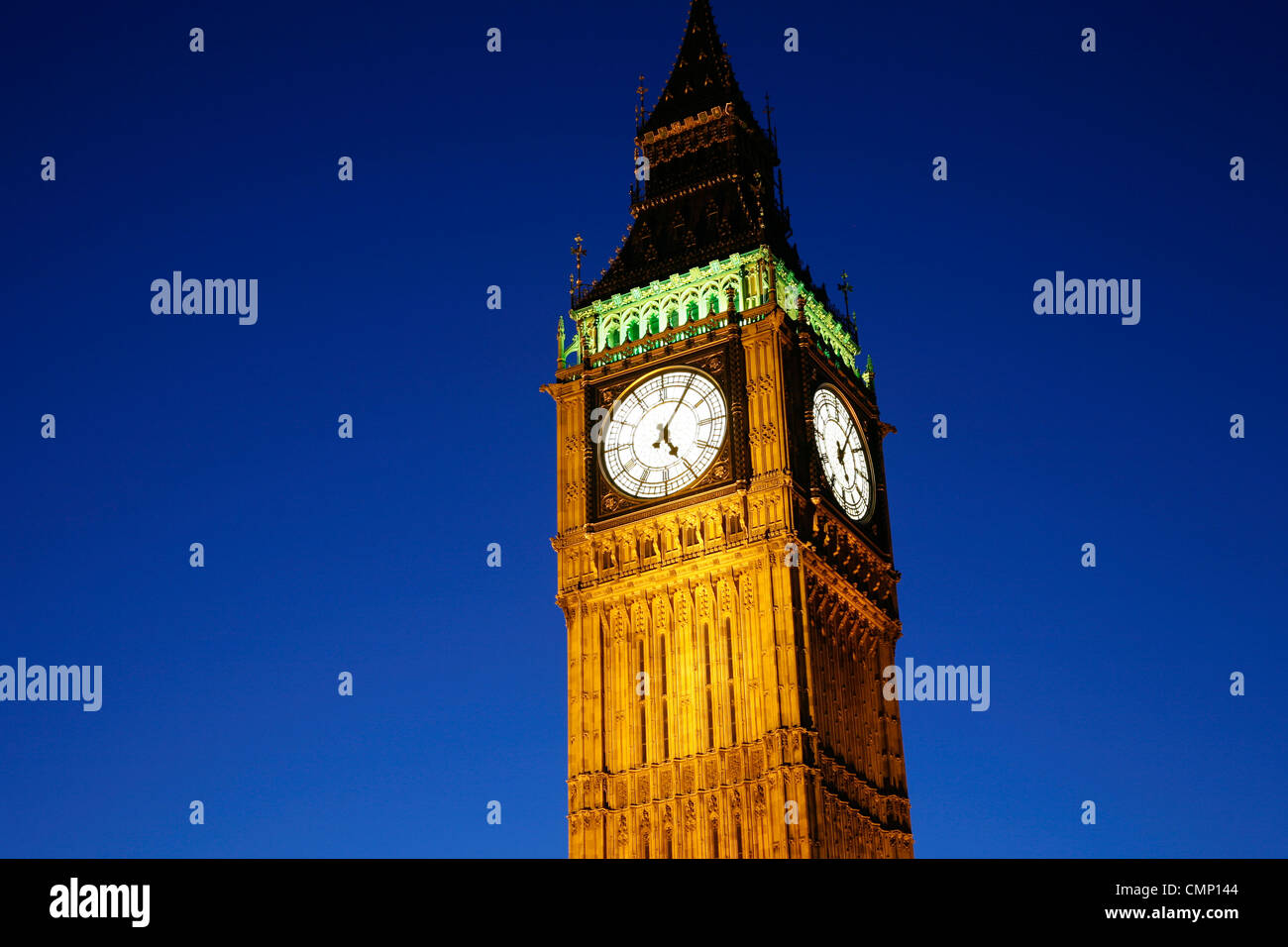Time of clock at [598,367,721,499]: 5:05
